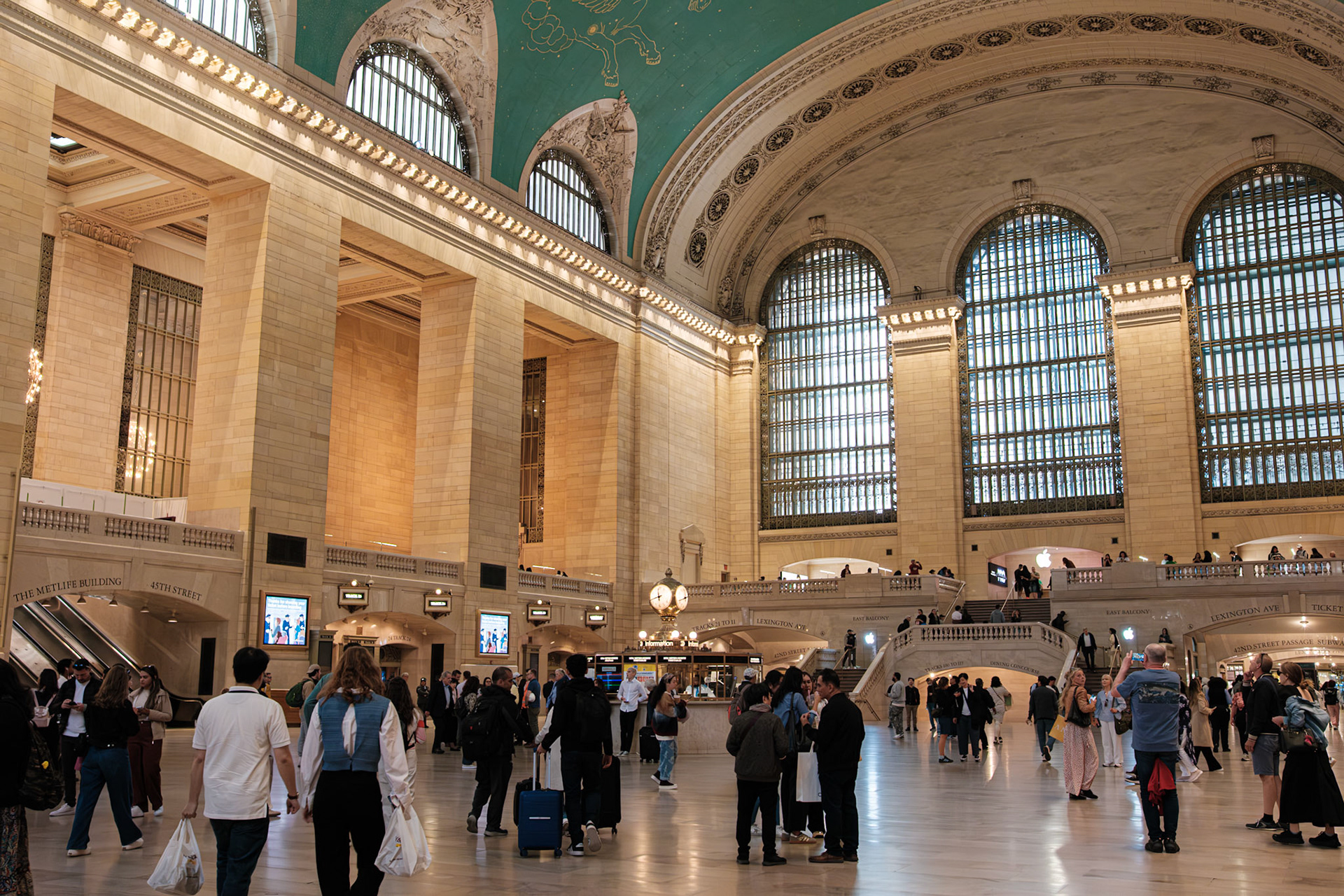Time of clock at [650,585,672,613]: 11:42
